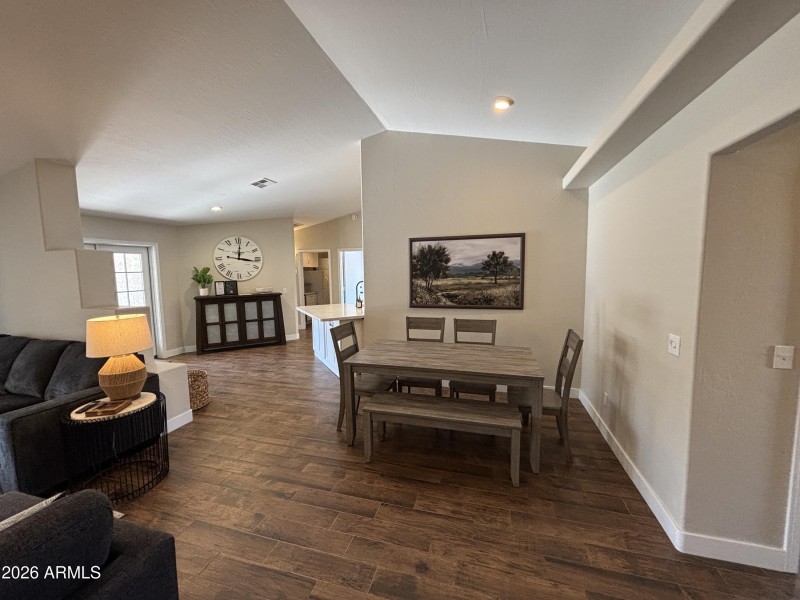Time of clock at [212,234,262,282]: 12:16
